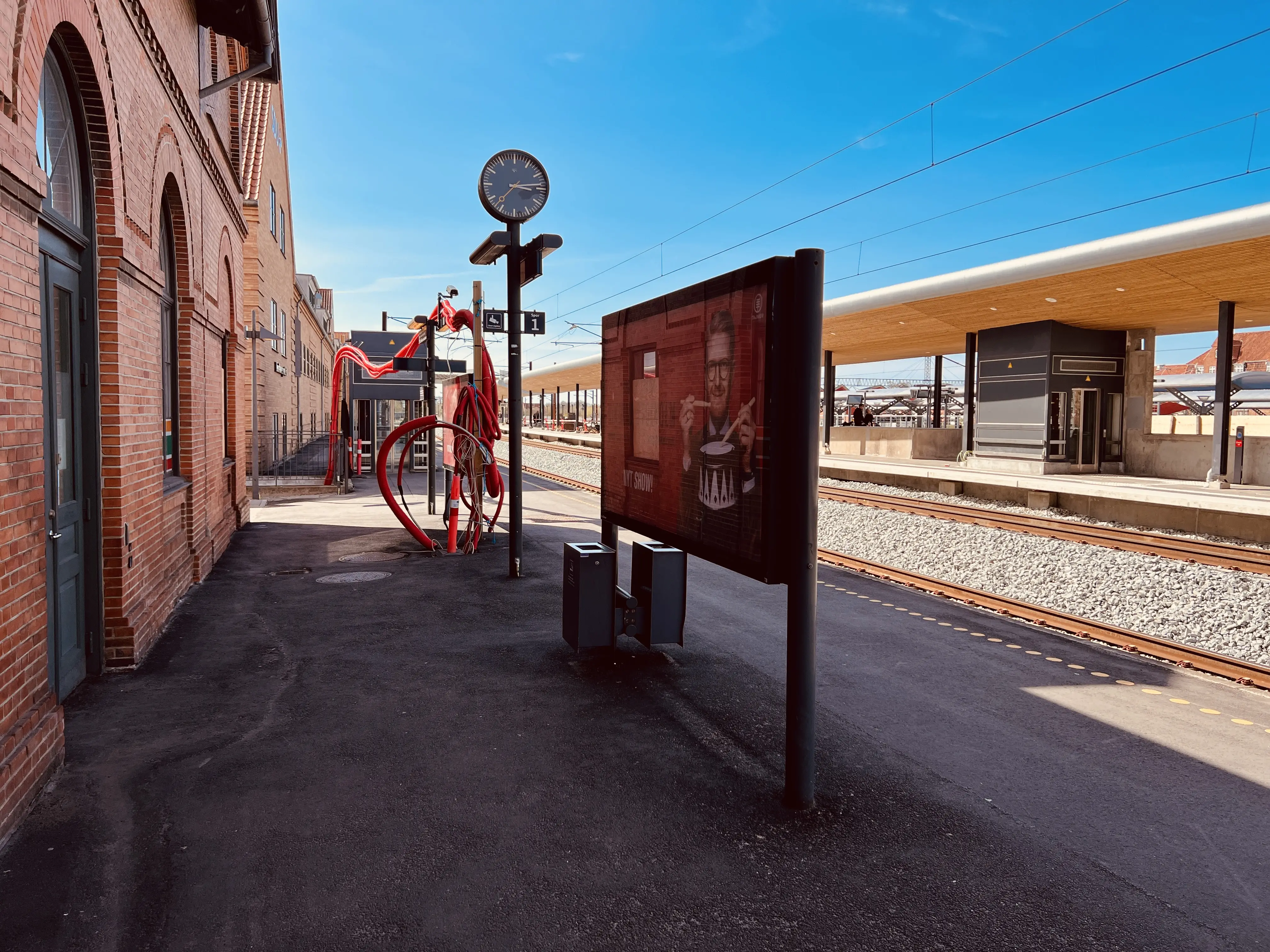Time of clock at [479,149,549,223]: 3:13
